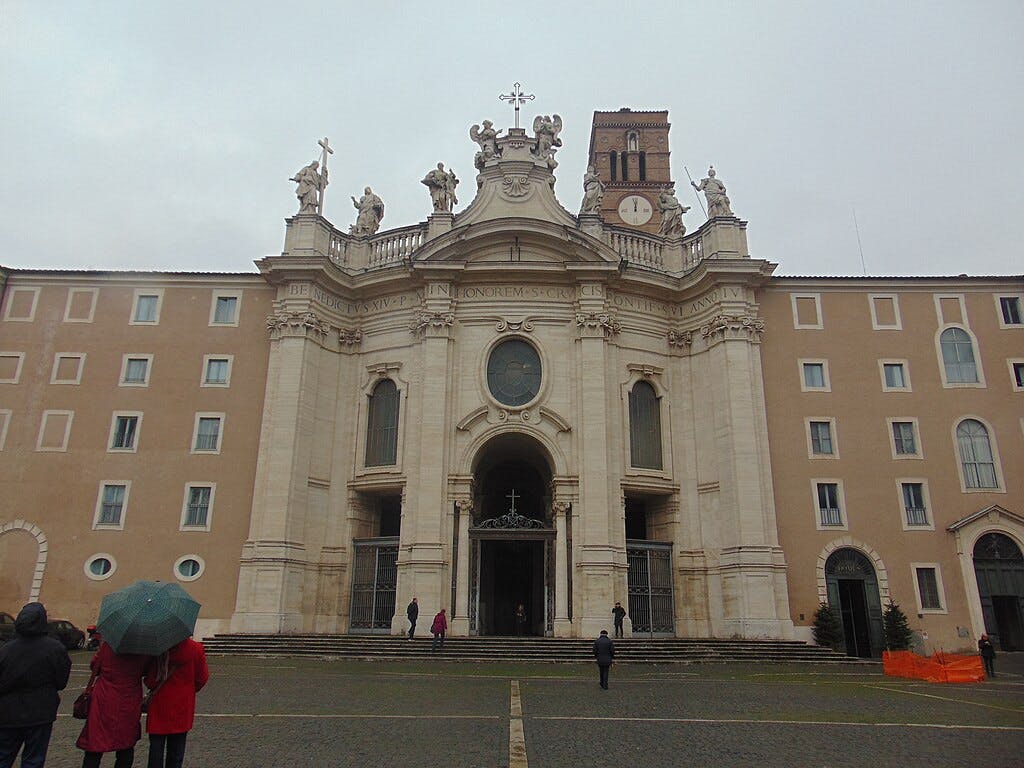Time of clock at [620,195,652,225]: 11:57
